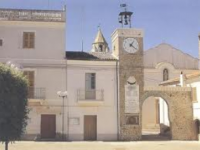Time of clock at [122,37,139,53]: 1:21
